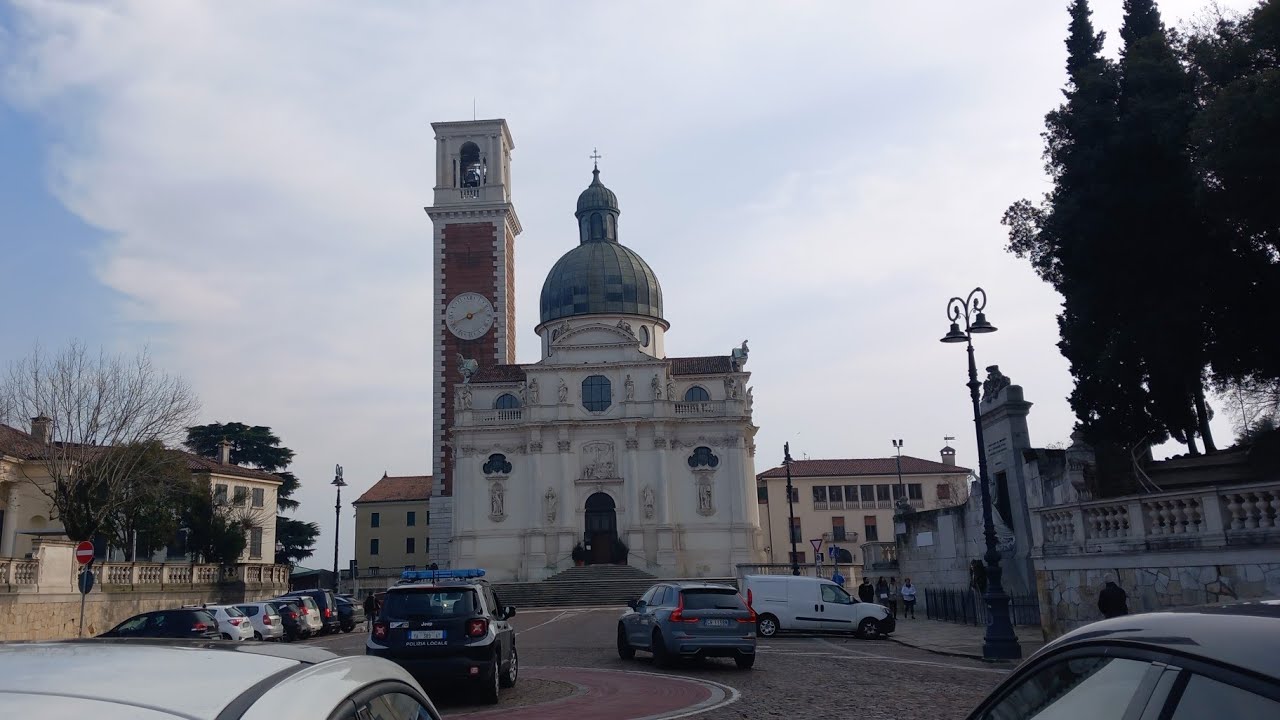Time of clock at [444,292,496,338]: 8:11
